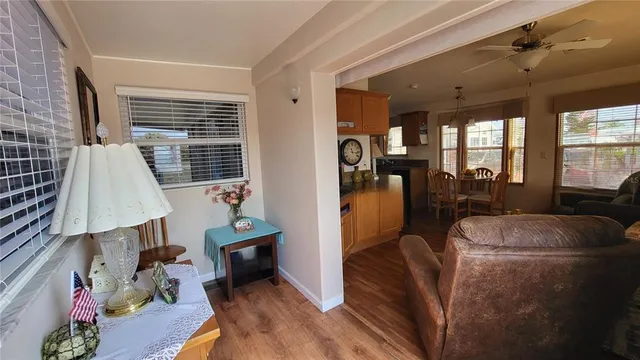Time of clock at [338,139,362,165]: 11:16
